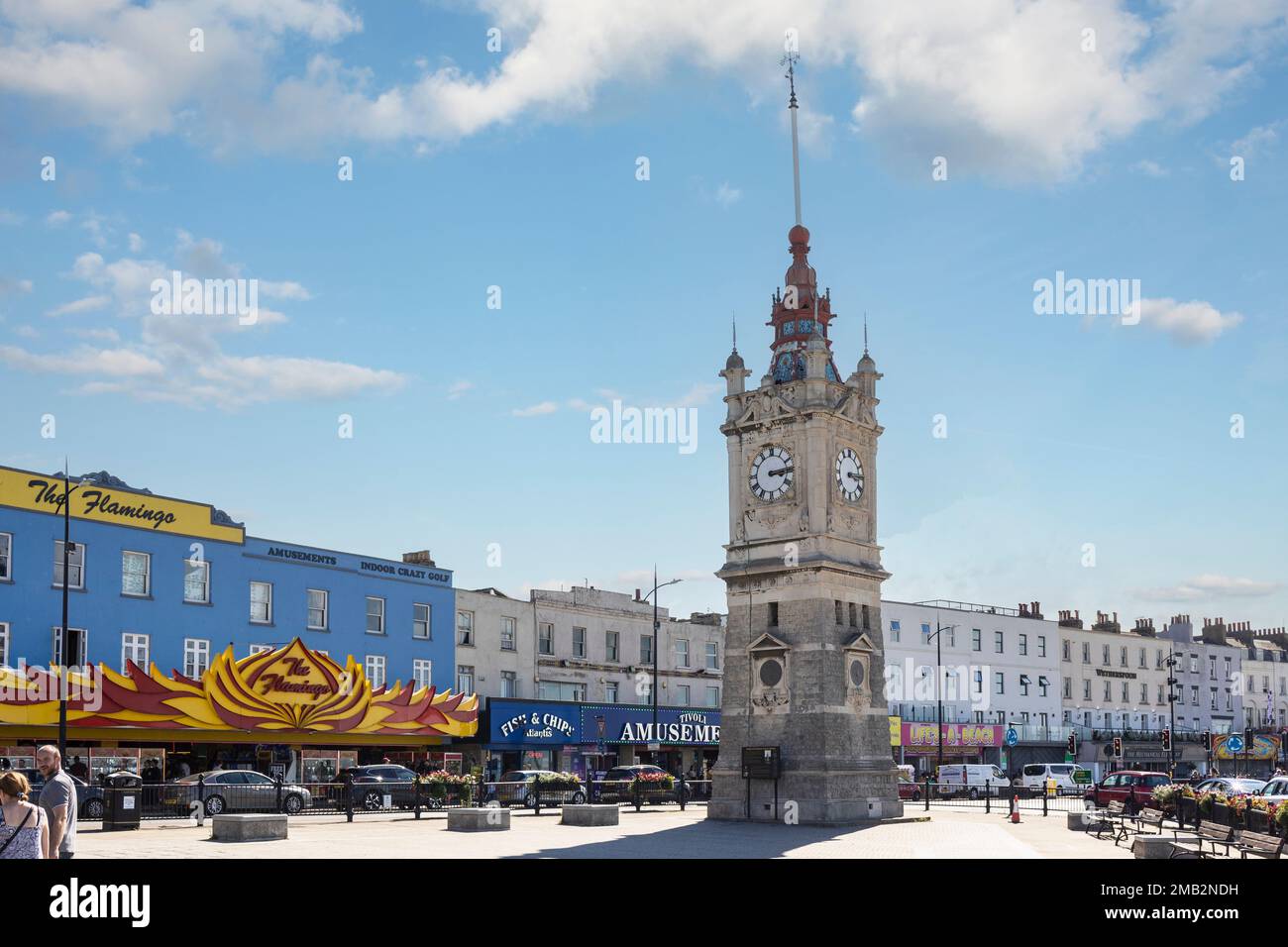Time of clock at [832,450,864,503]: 3:14
